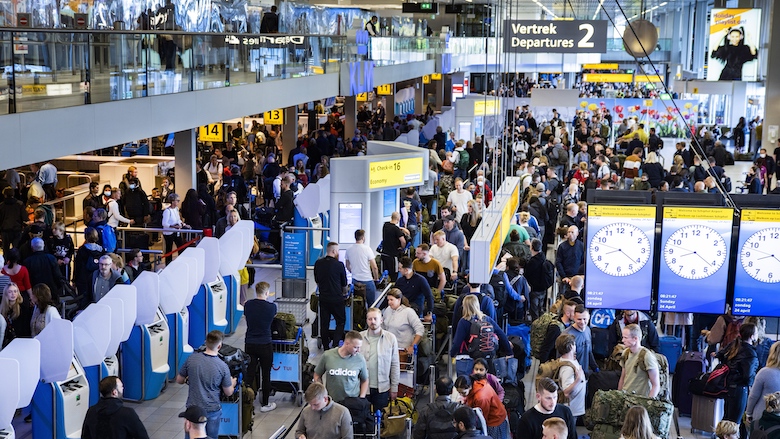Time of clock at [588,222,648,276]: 8:21
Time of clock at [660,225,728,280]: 8:21
